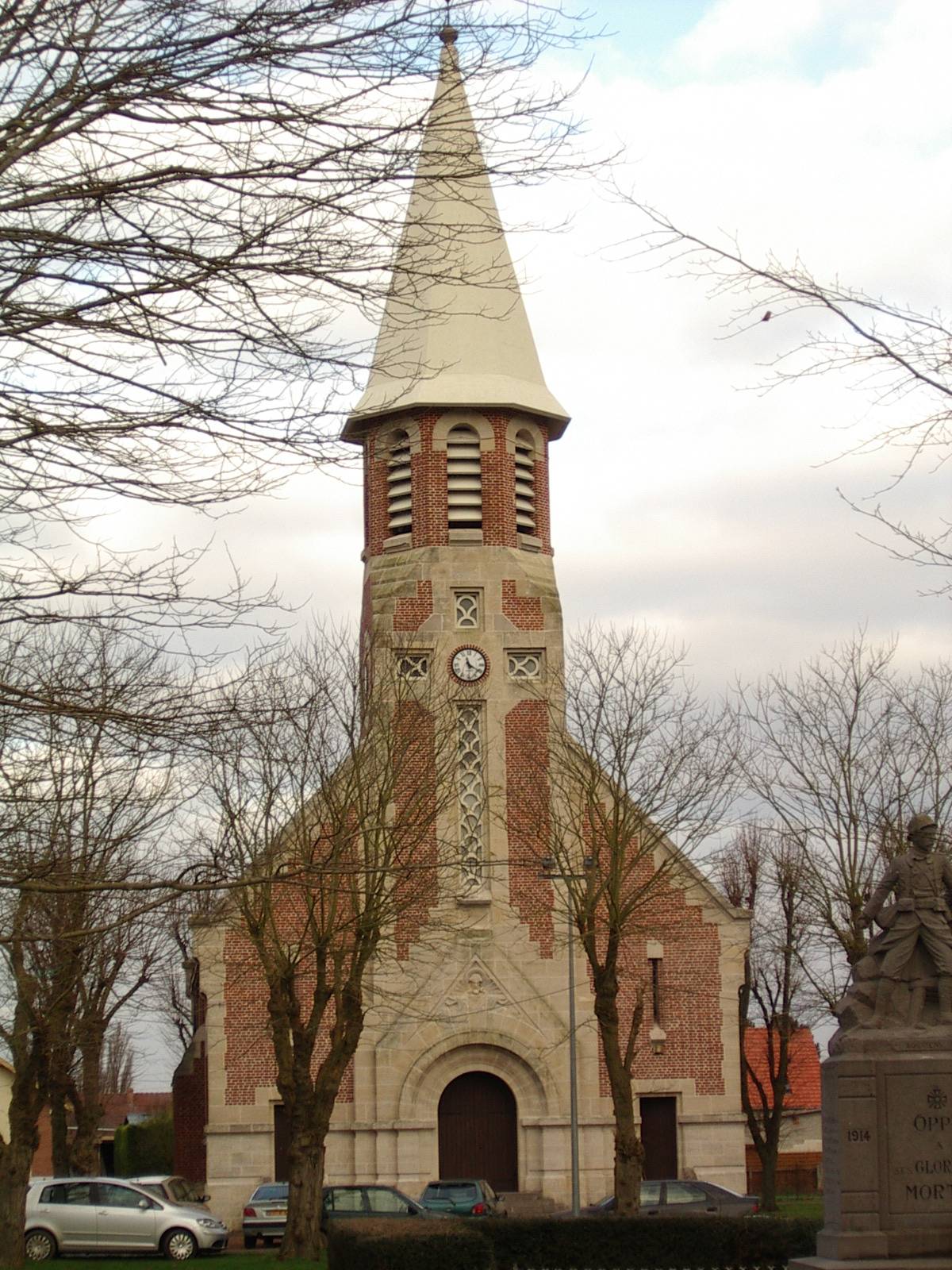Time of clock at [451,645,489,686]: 11:20
